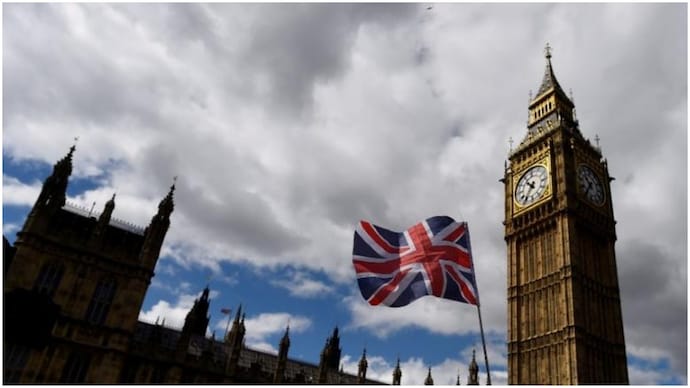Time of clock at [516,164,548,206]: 10:36
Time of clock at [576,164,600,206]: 10:36
